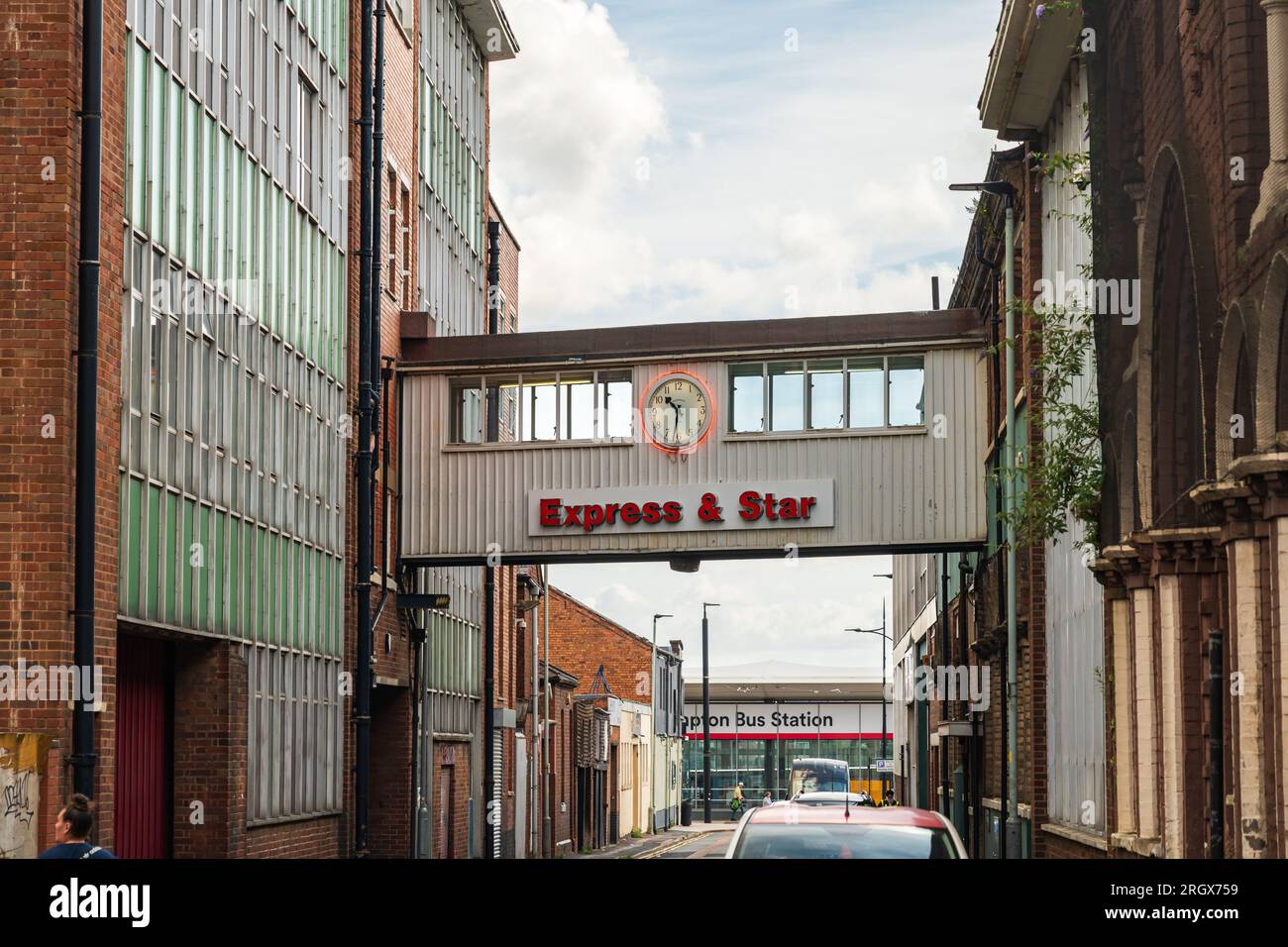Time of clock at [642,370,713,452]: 10:31
